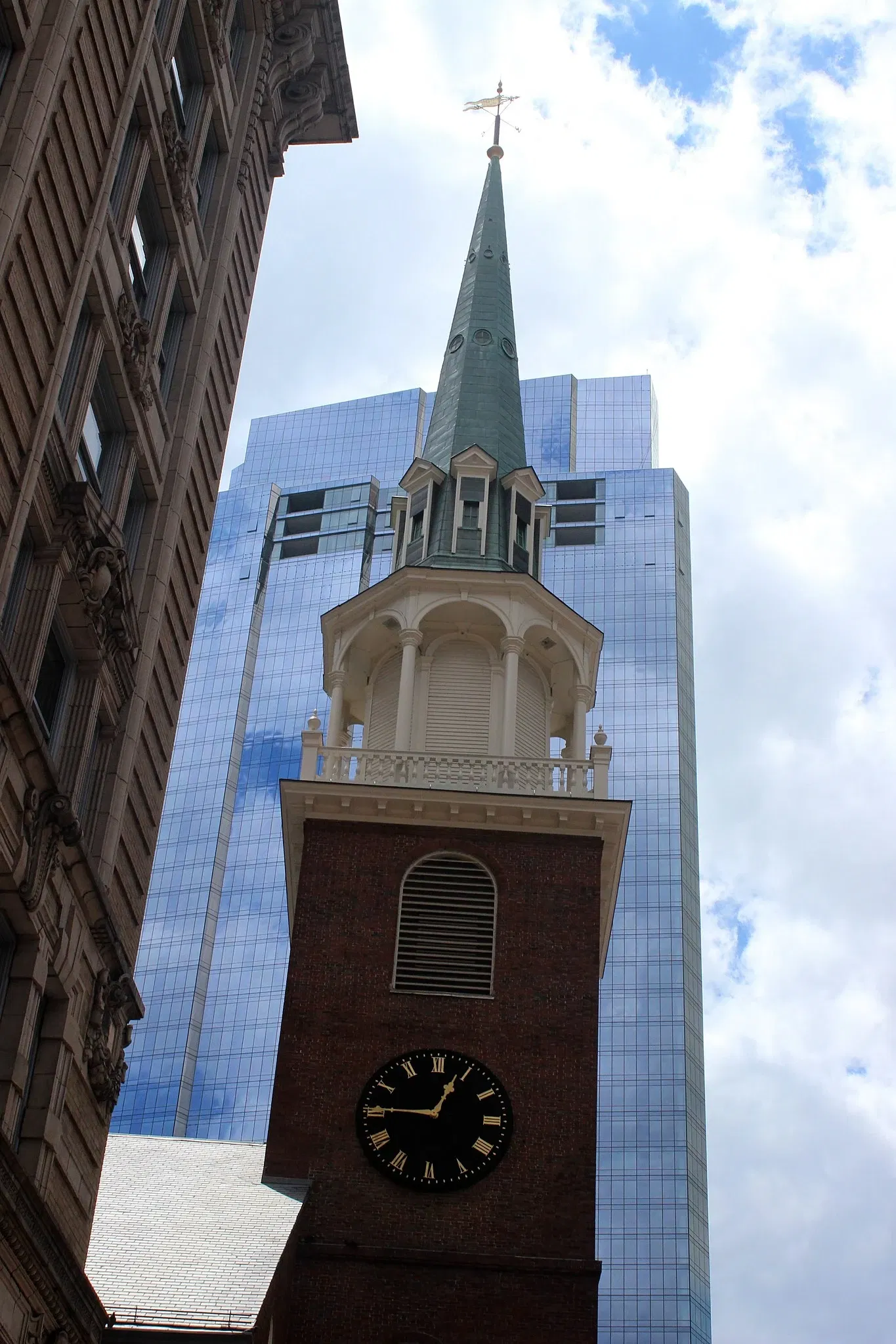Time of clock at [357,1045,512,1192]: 12:45
